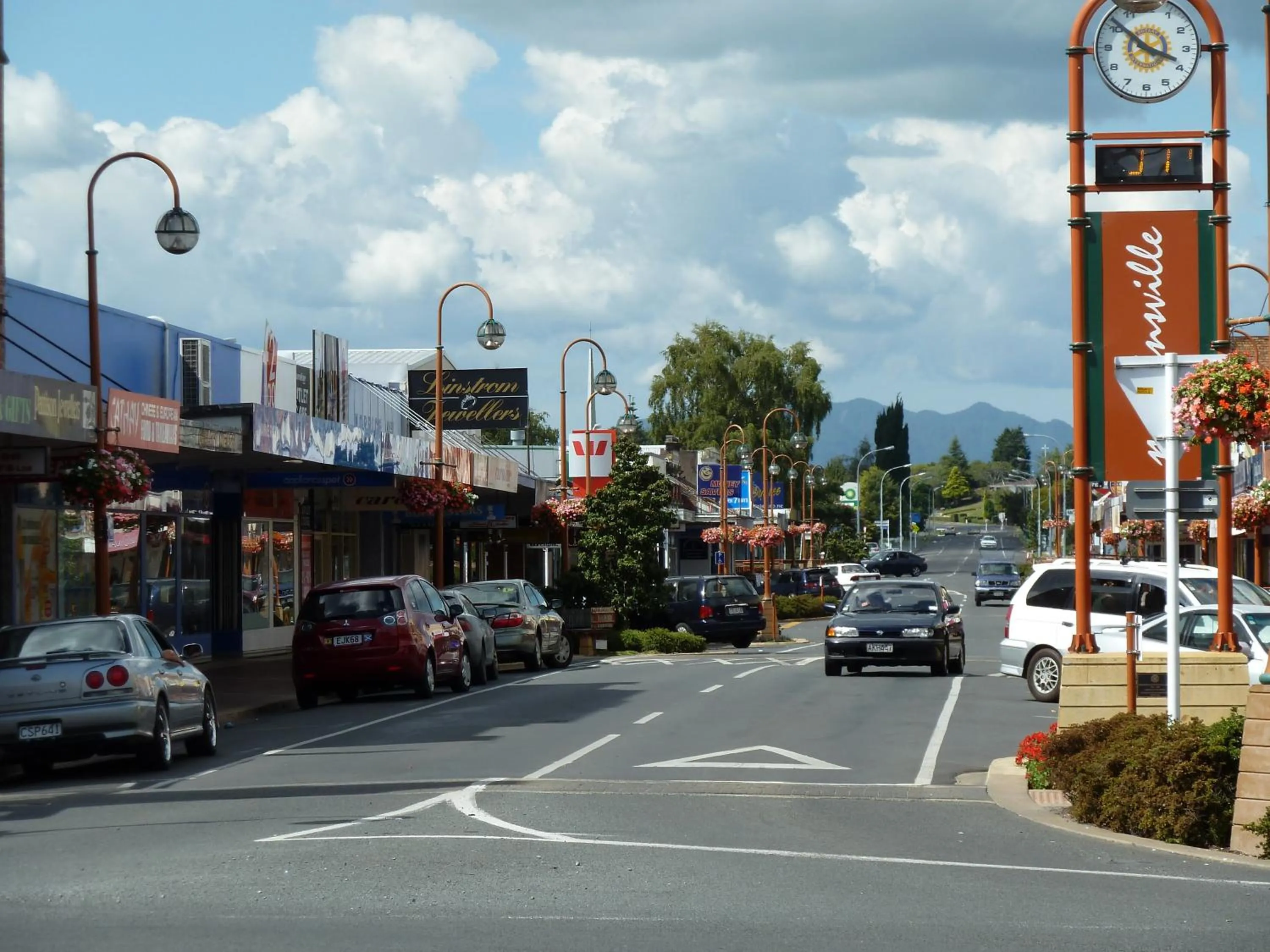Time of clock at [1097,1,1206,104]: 3:51
